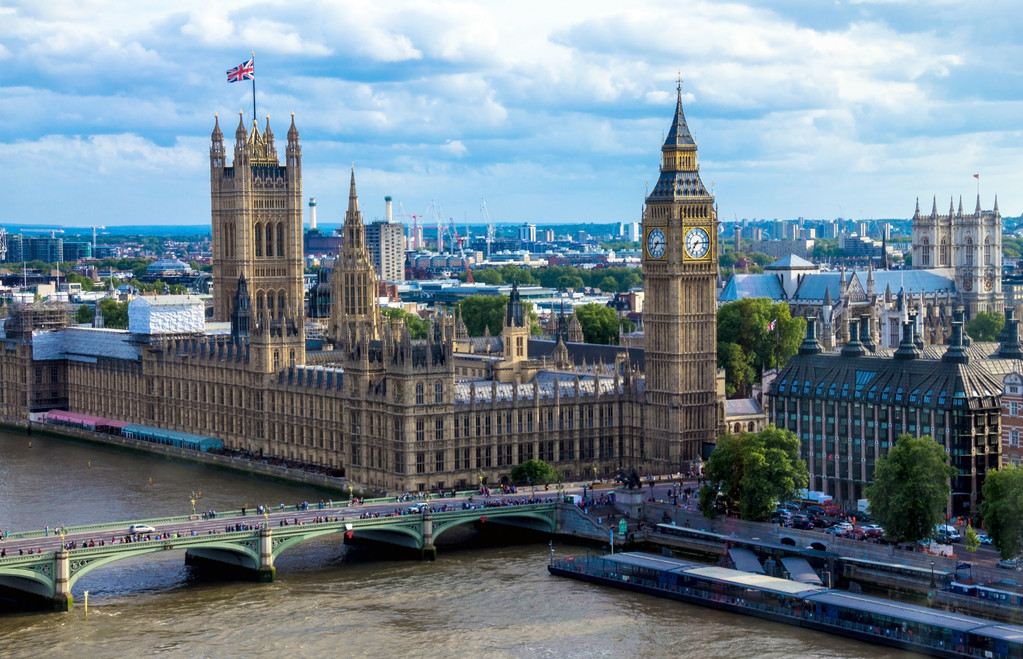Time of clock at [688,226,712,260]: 7:14
